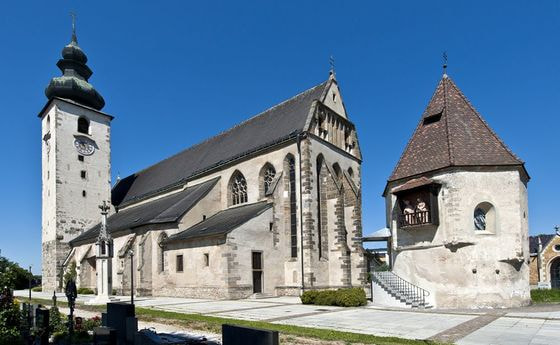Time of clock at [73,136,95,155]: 11:55
